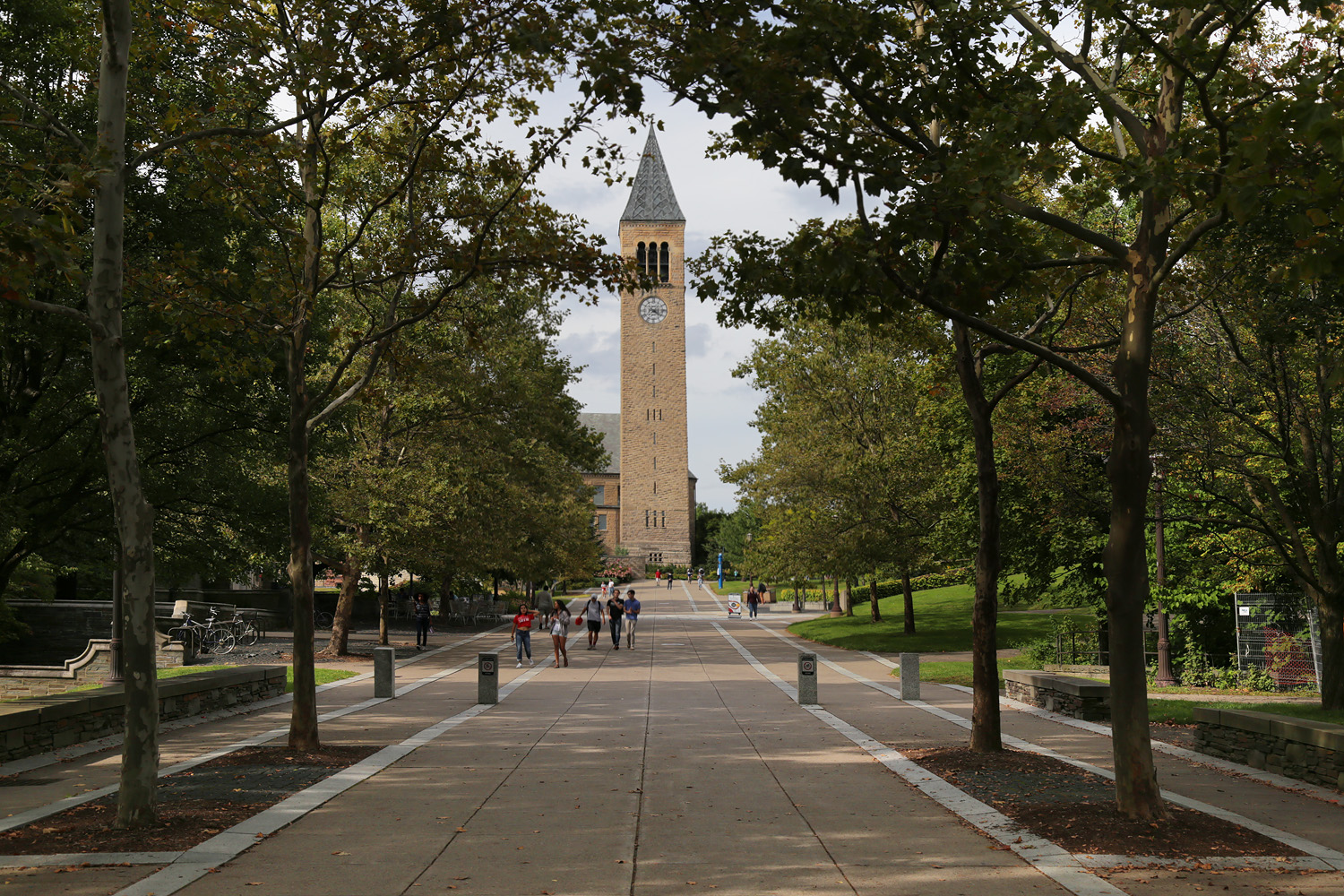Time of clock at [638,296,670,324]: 4:14
